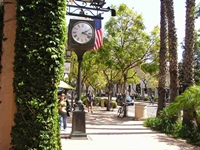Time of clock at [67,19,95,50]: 2:18
